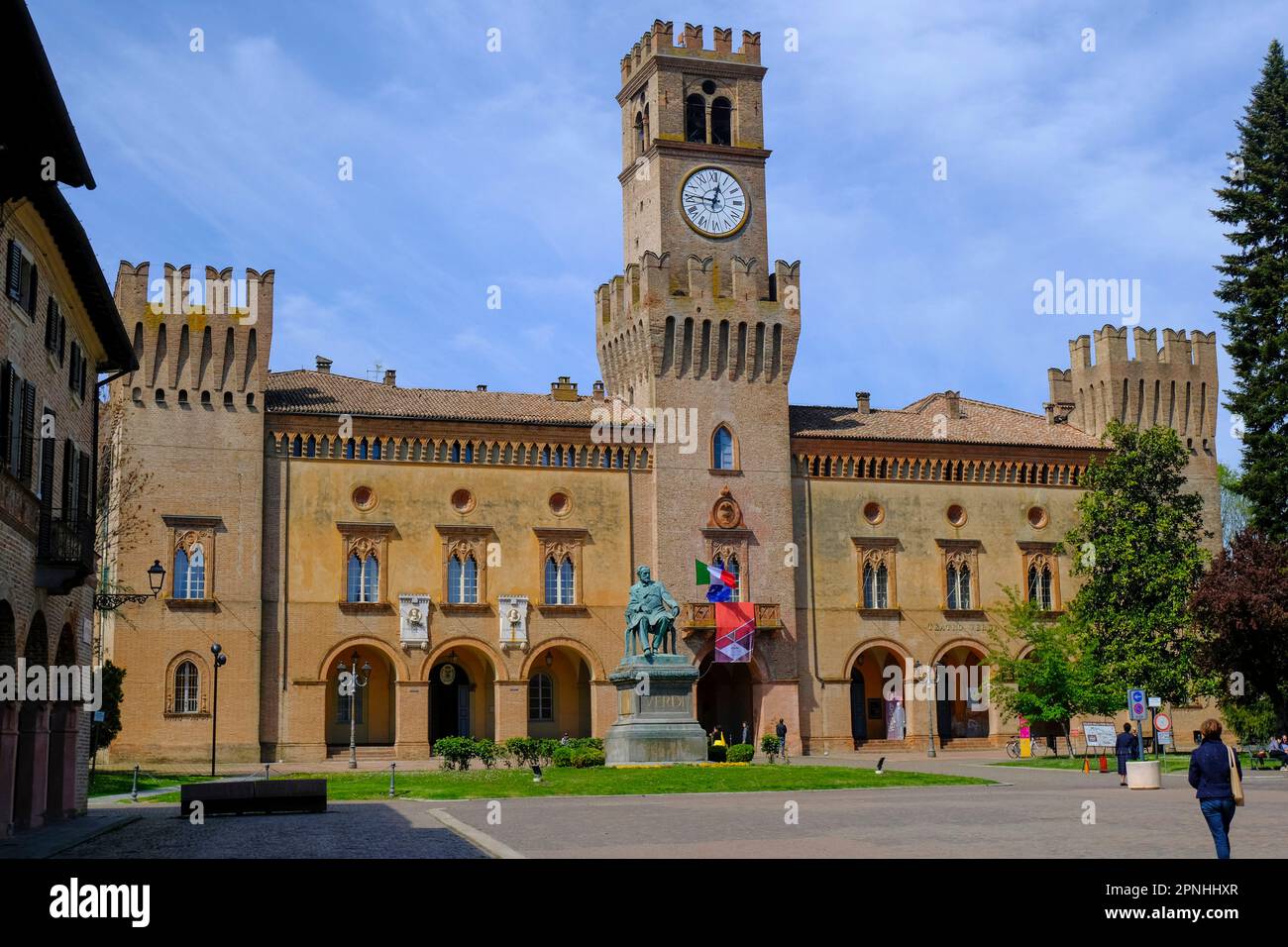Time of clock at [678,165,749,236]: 12:46
